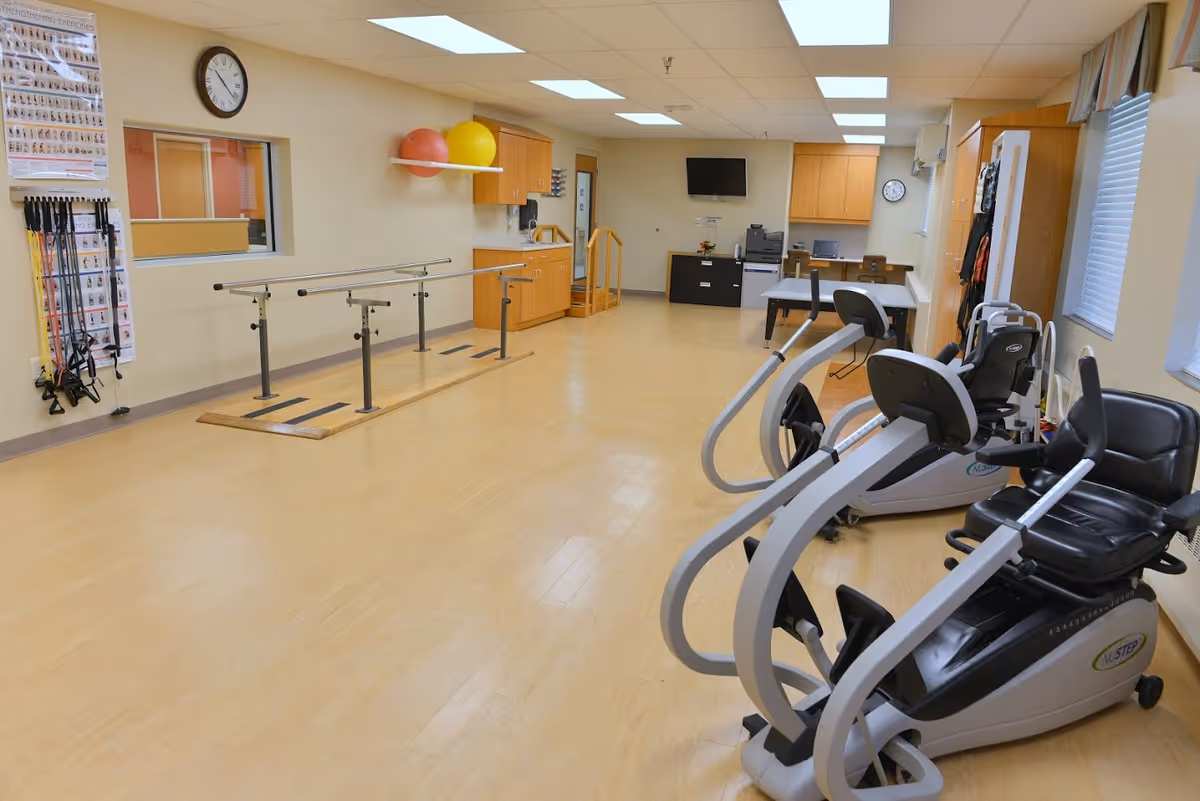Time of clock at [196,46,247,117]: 10:21
